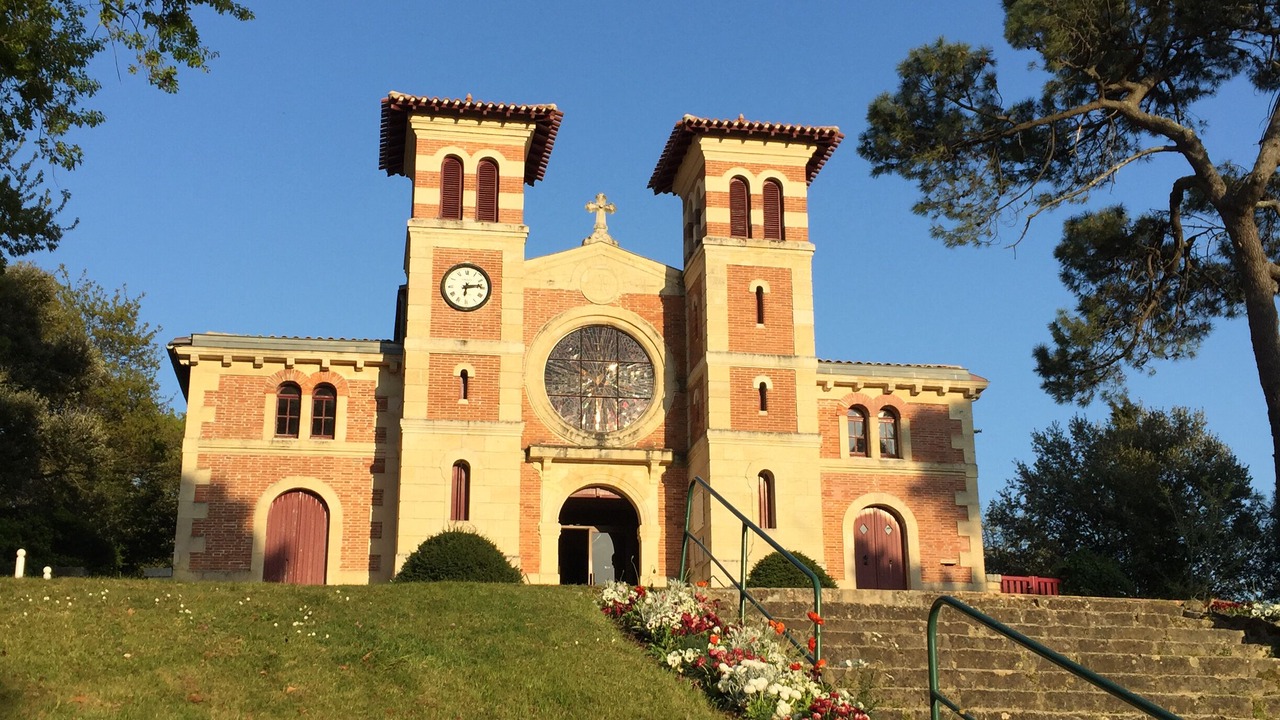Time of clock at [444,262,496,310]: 6:13
